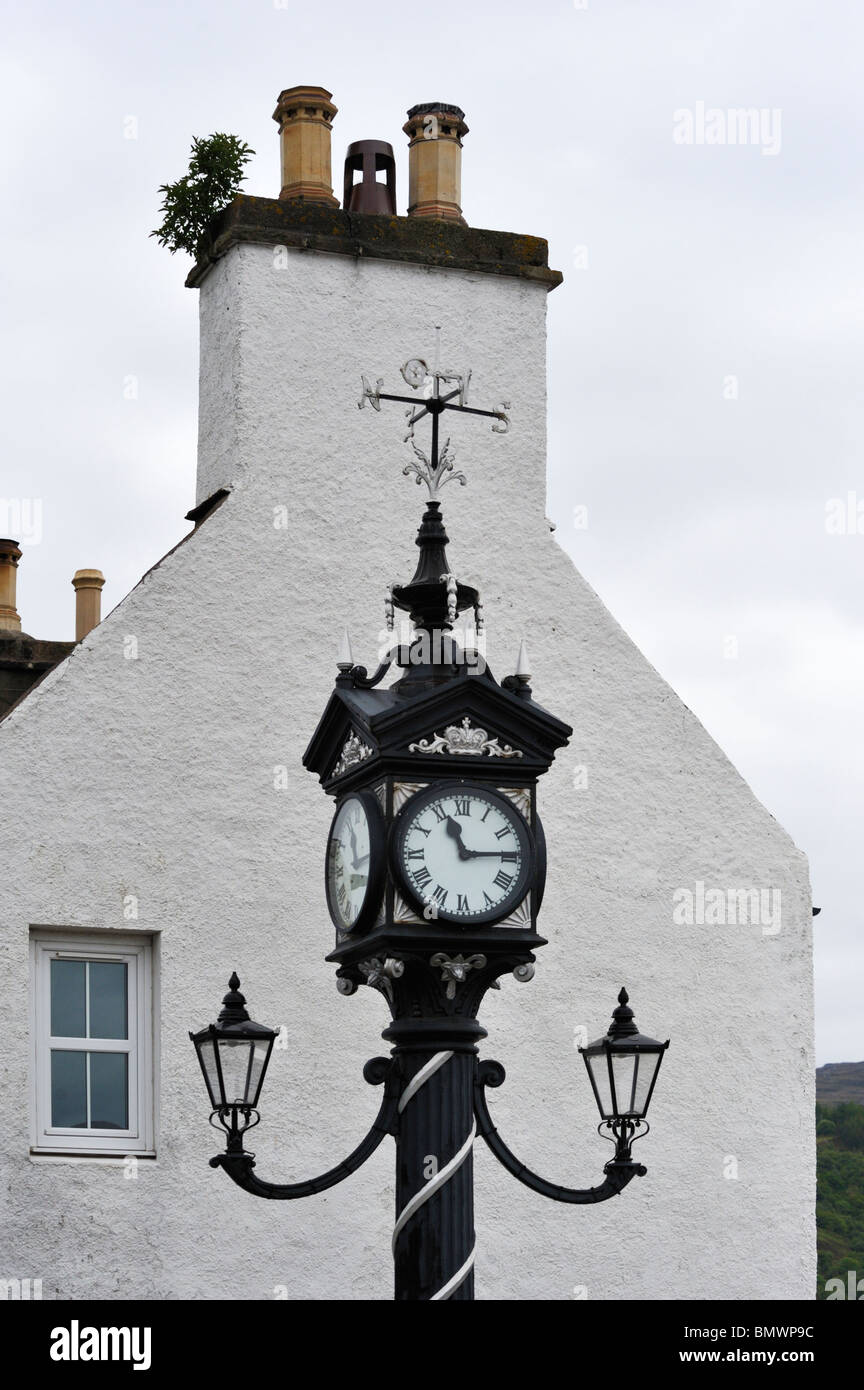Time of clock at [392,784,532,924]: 11:14
